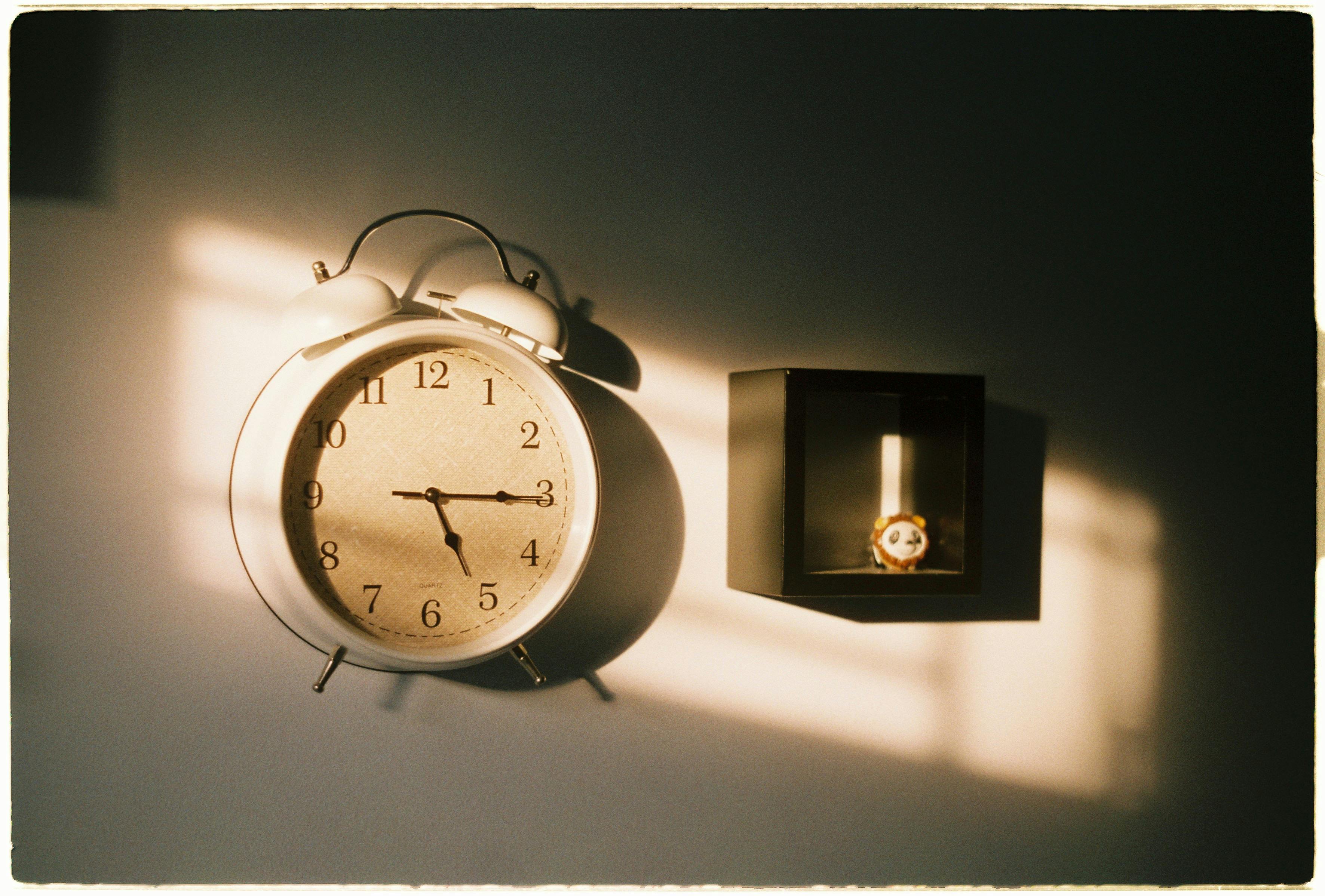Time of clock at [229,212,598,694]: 5:15
